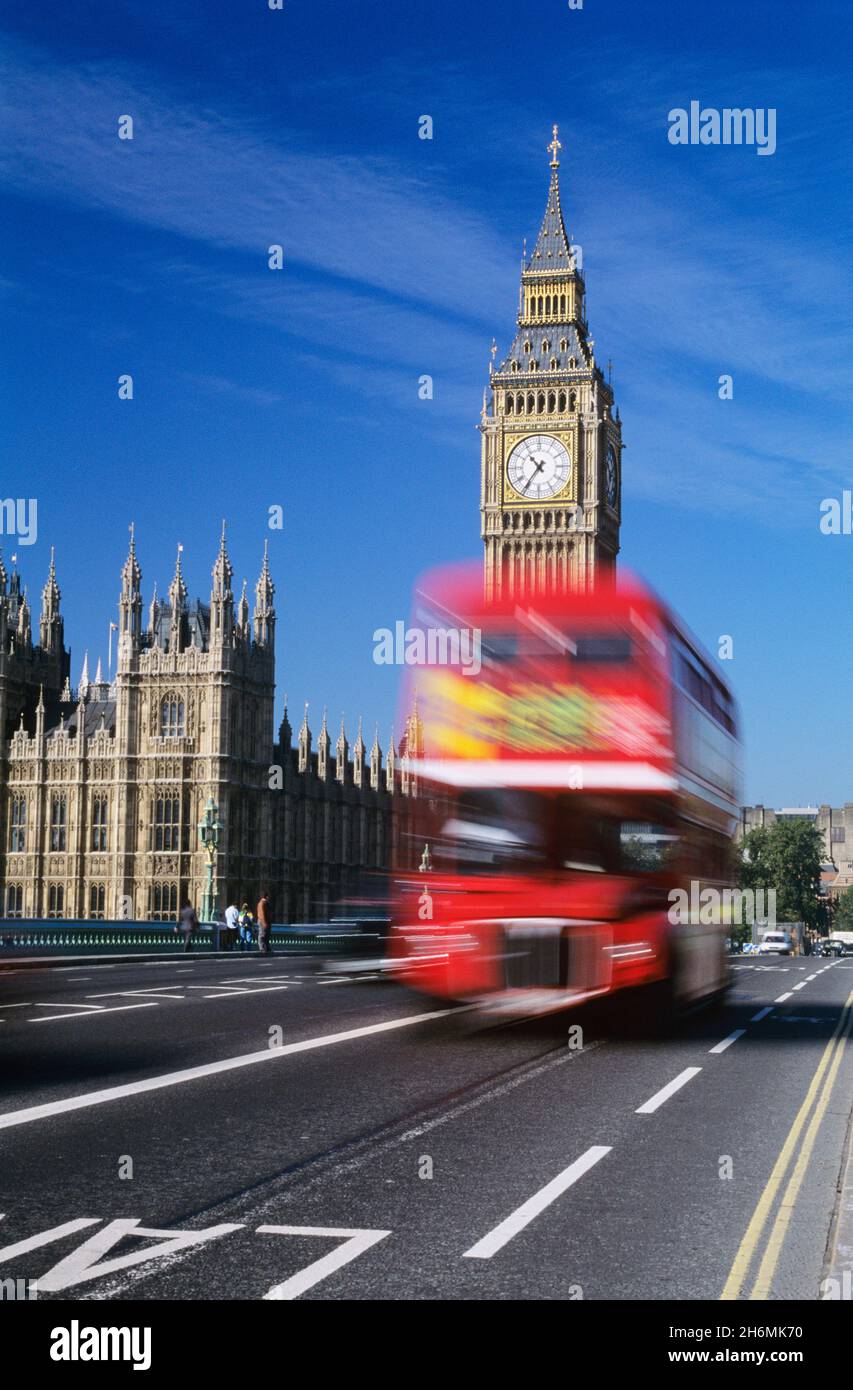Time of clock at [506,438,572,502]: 10:36
